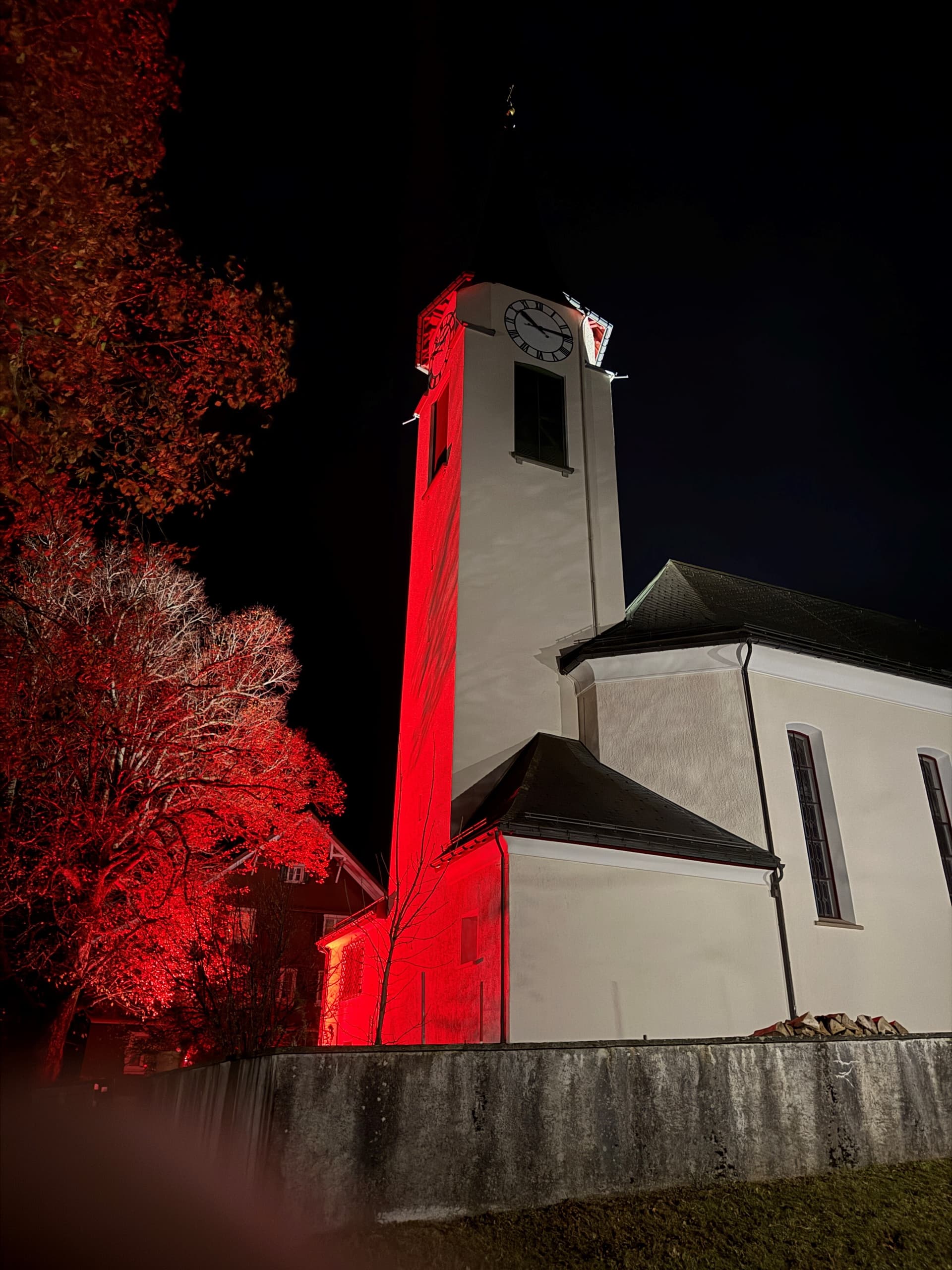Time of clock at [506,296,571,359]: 10:14
